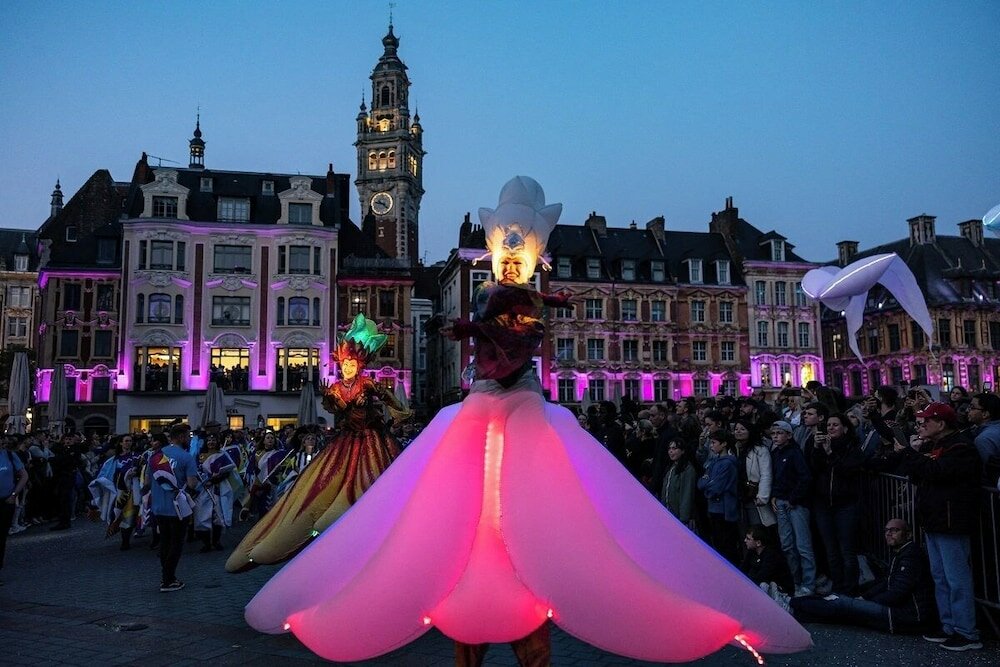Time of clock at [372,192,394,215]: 9:22
